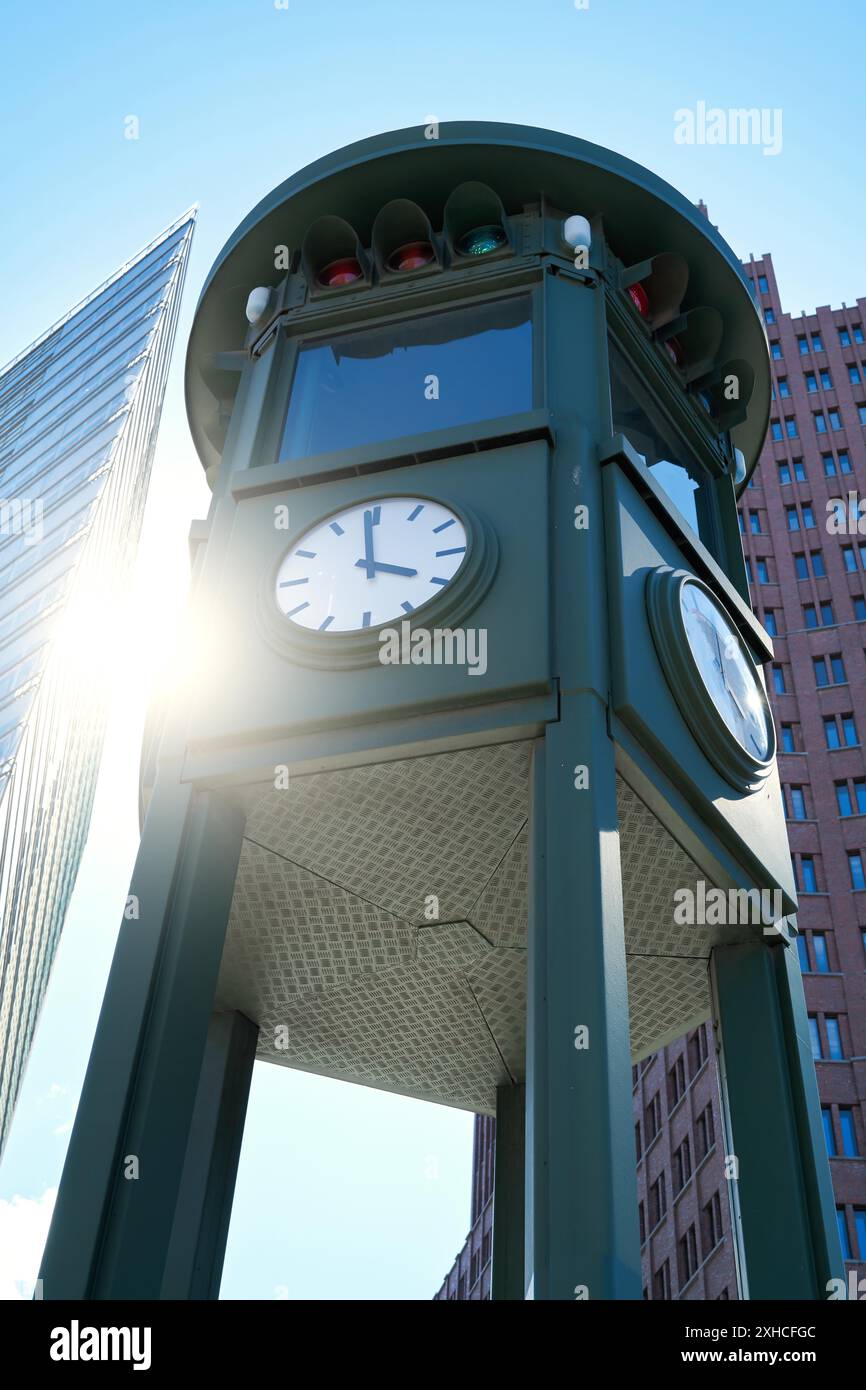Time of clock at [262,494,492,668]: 3:58
